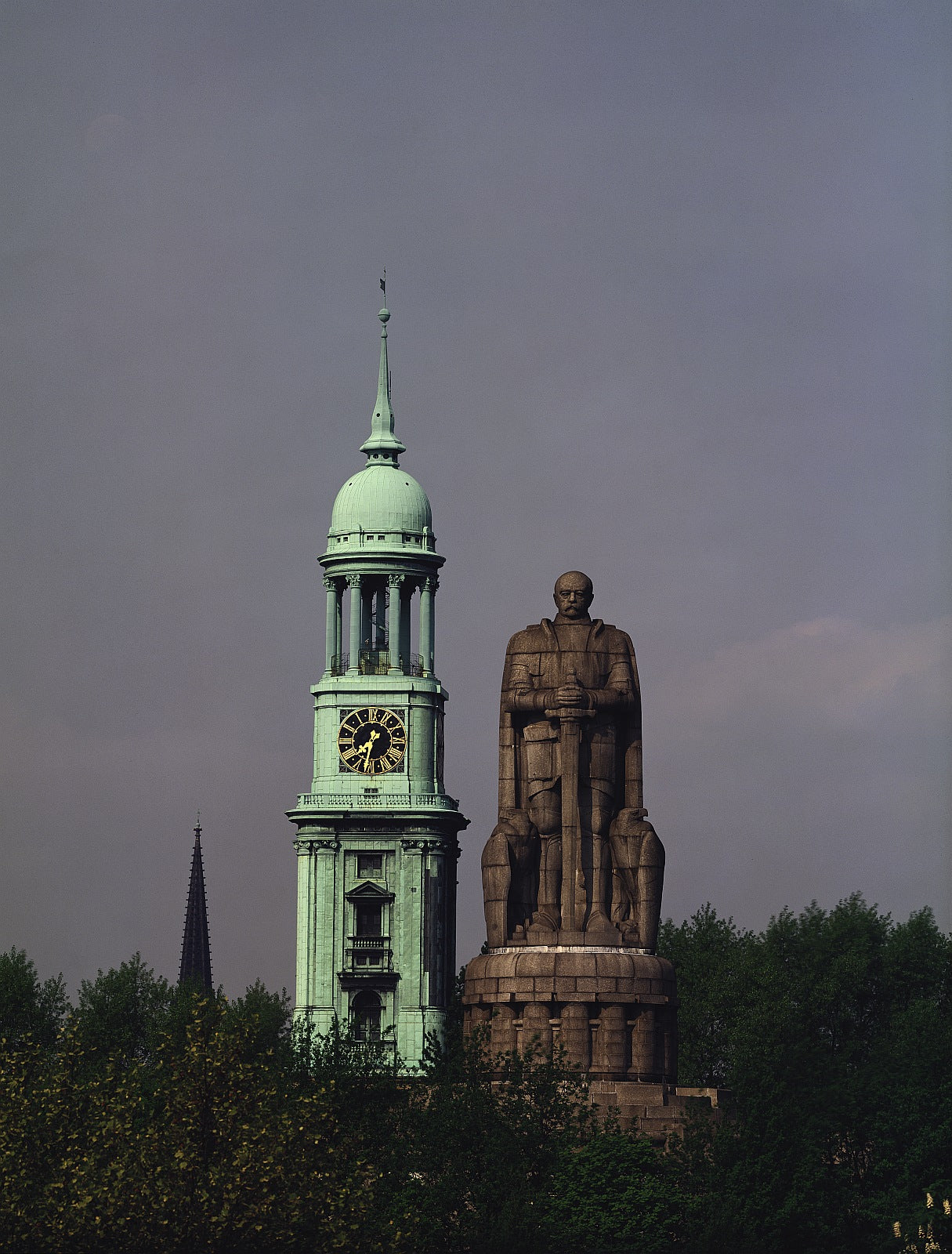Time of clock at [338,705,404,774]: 7:32
